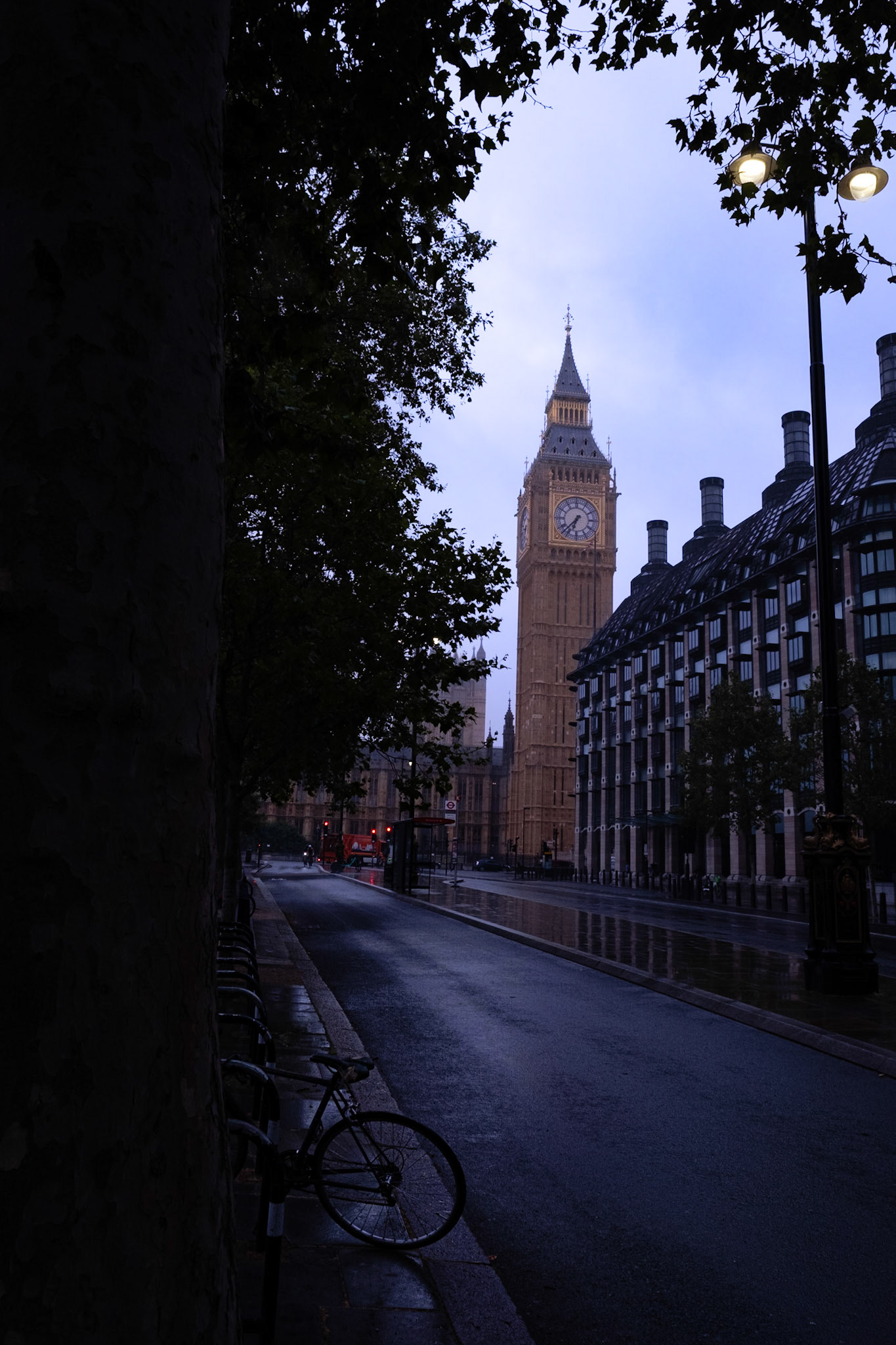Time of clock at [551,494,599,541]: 6:37
